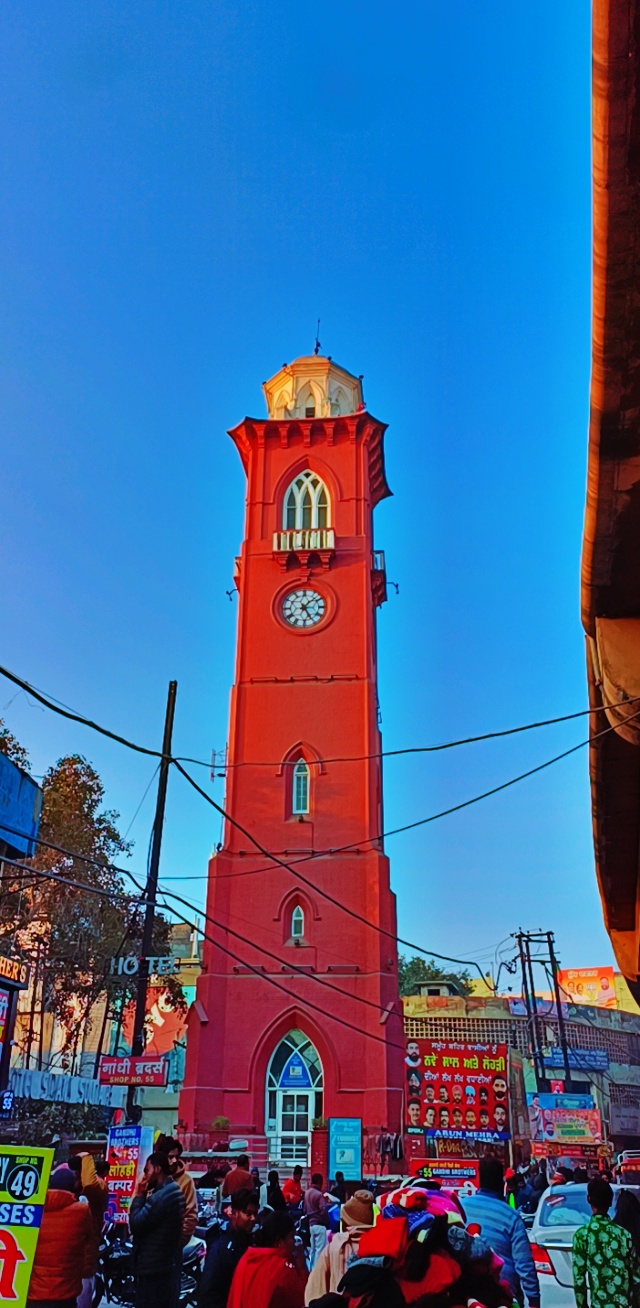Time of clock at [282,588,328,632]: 5:07
